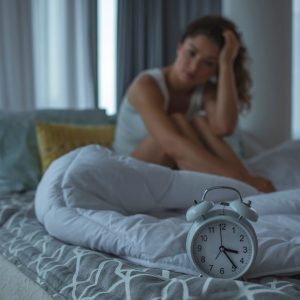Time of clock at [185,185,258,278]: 3:23
